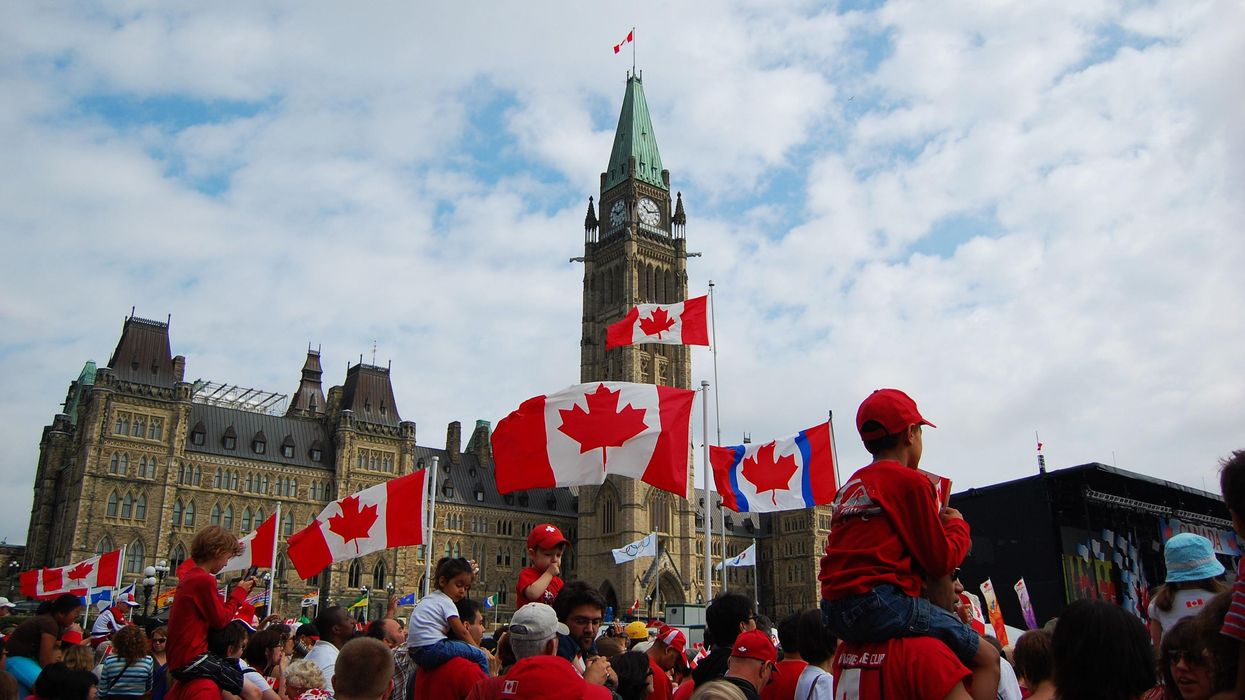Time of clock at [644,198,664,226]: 10:12
